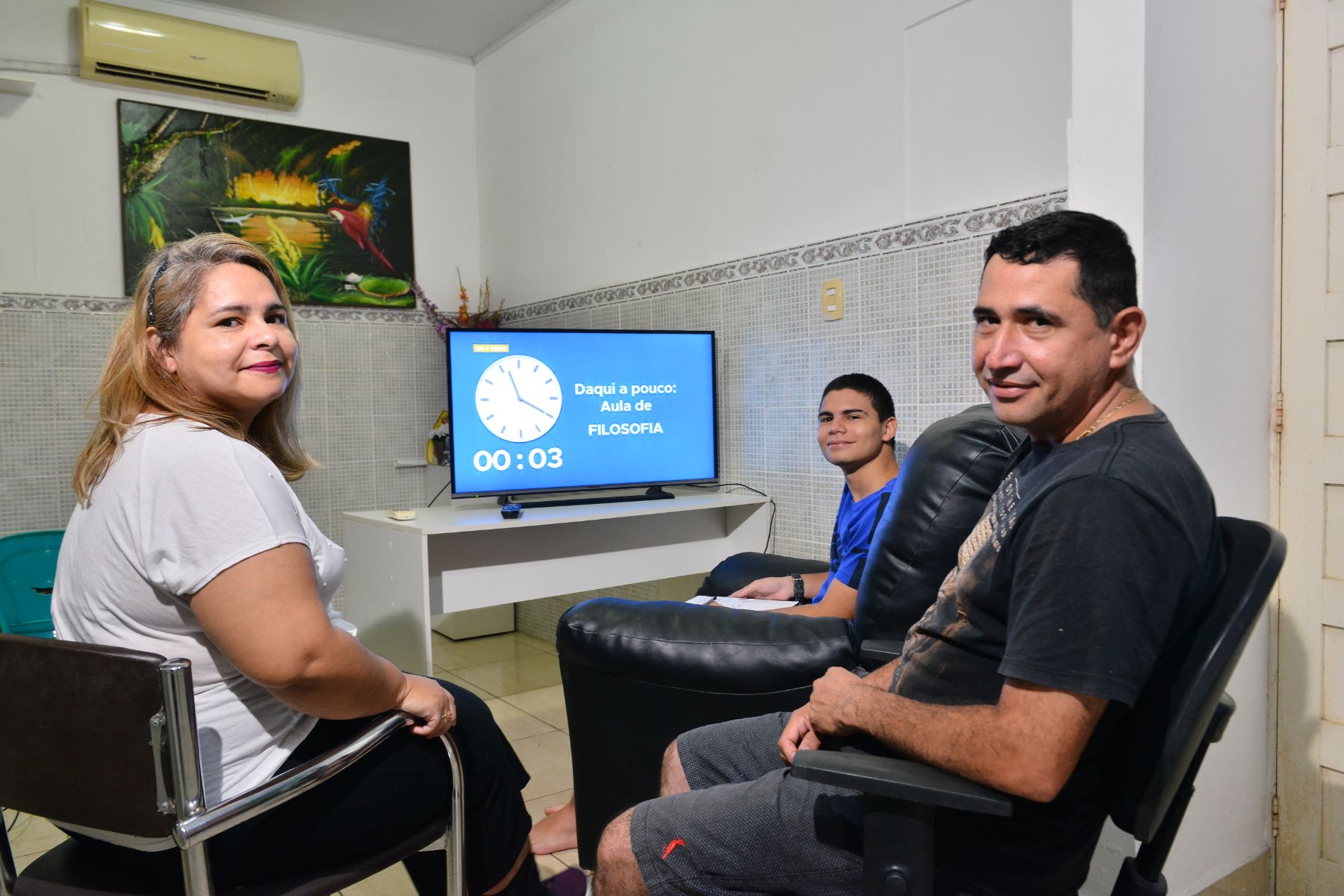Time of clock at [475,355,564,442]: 11:19
